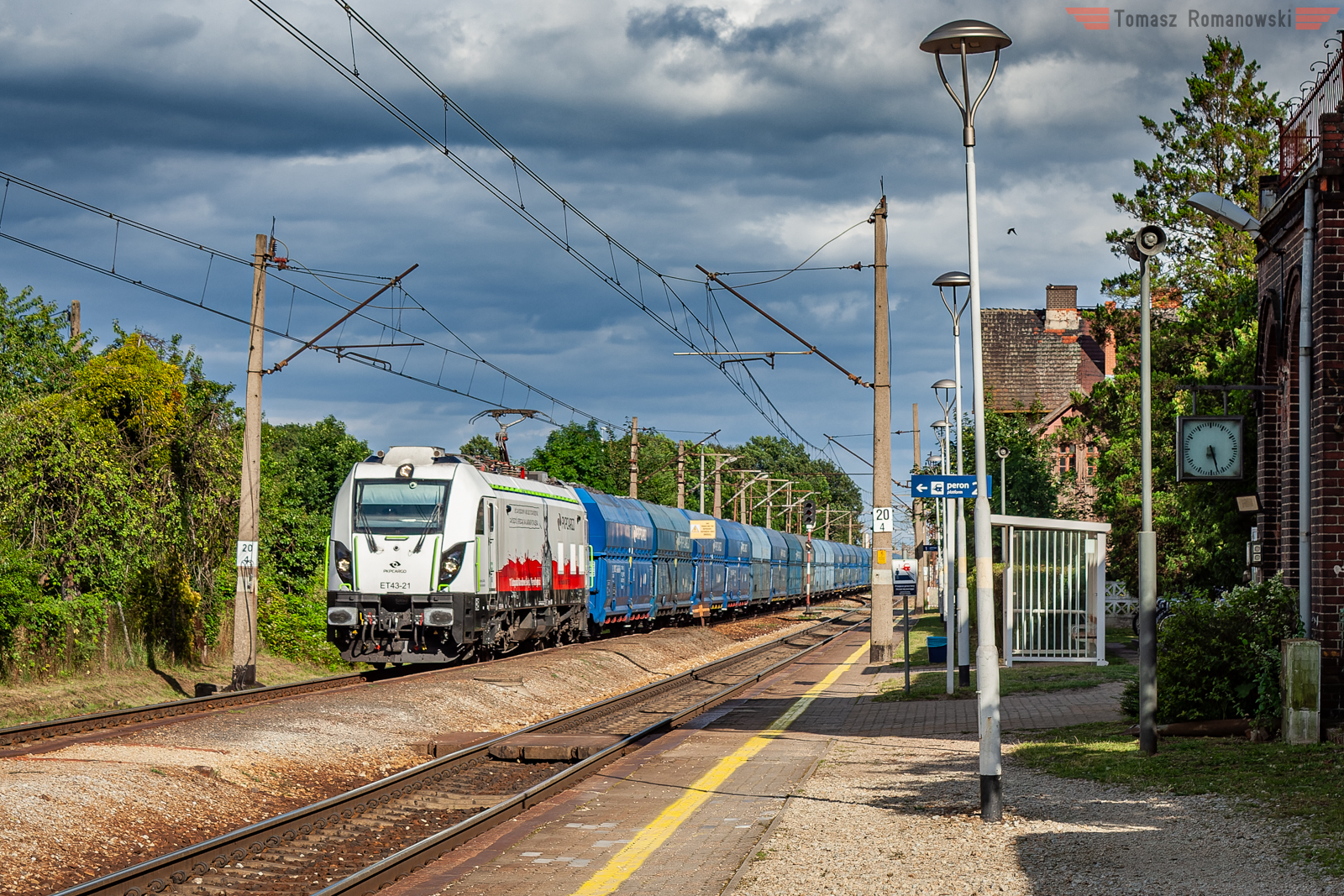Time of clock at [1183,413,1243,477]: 5:27
